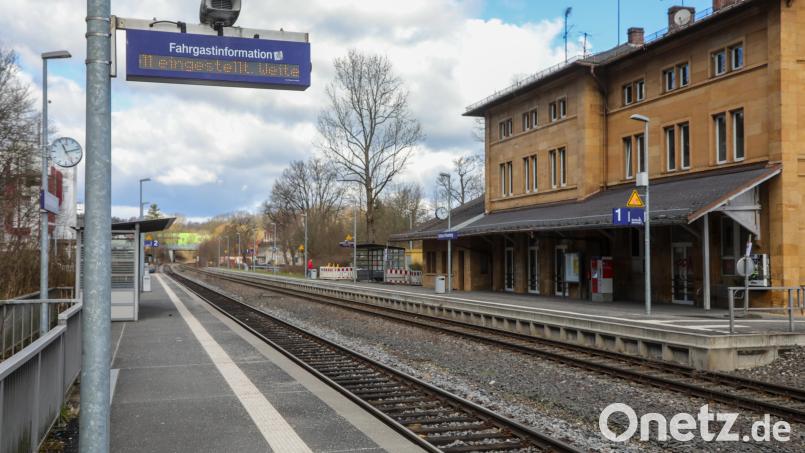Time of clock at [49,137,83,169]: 11:12
